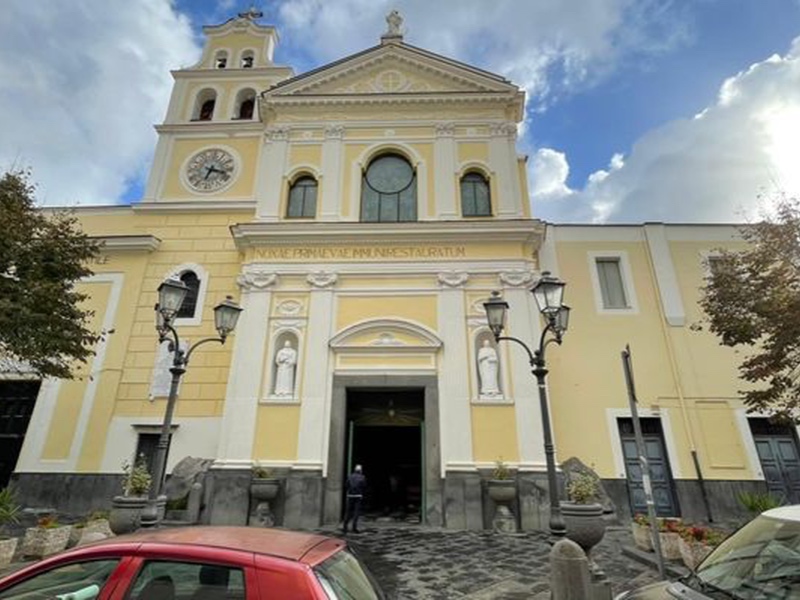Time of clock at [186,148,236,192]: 6:17
